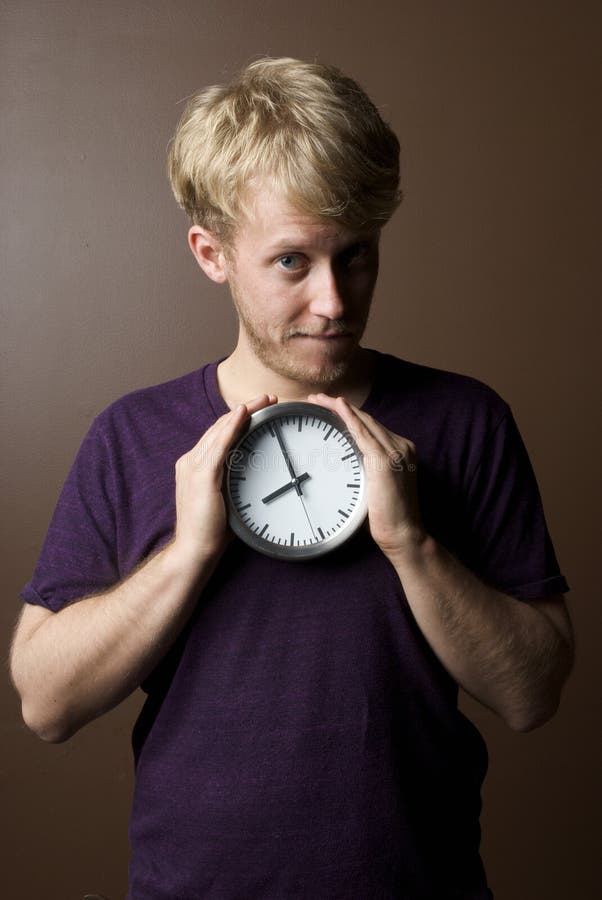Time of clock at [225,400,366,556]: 7:55
